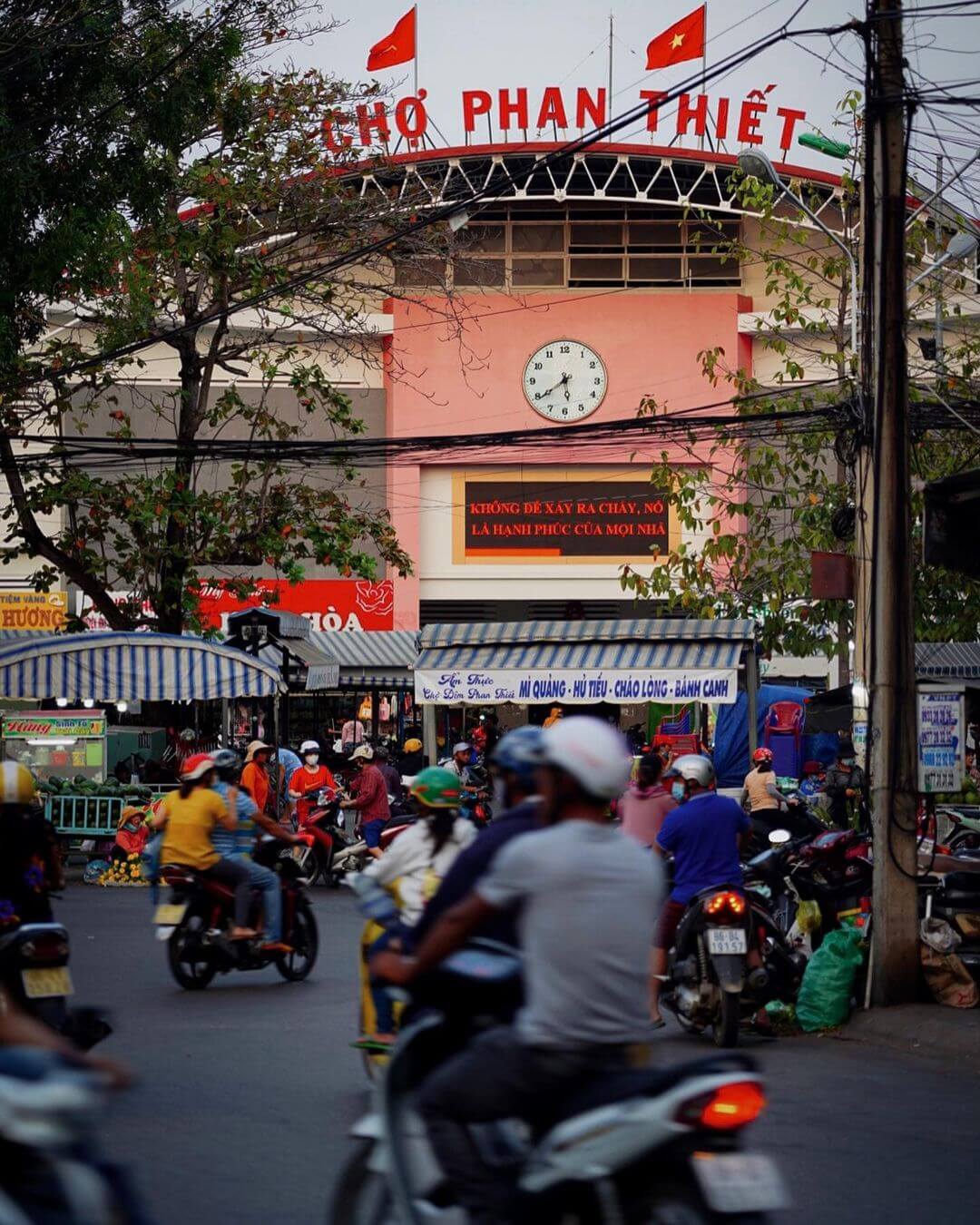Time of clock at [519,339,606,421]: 5:39
